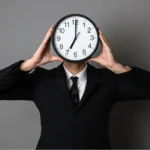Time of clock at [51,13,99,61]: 7:00
